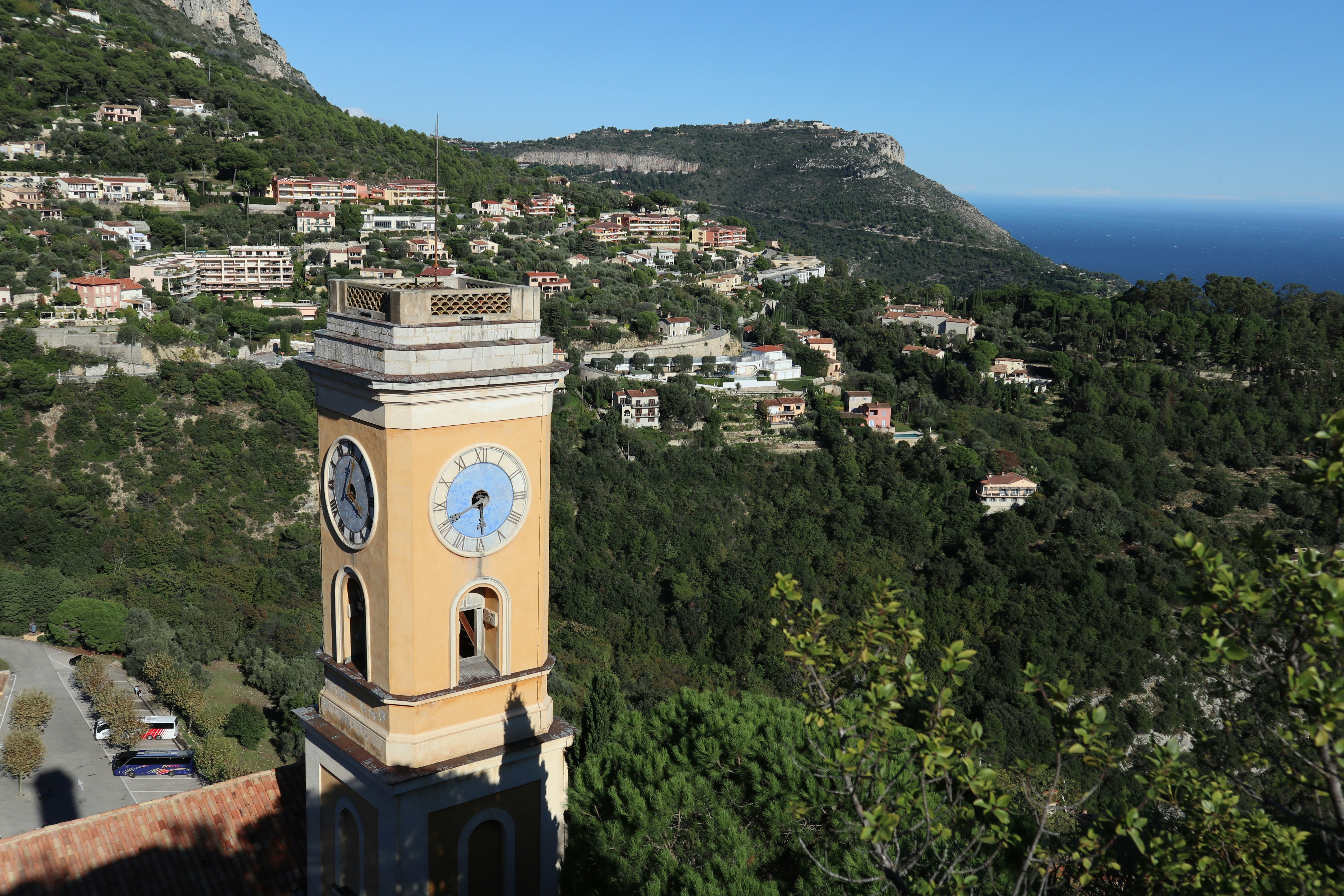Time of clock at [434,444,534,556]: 5:40
